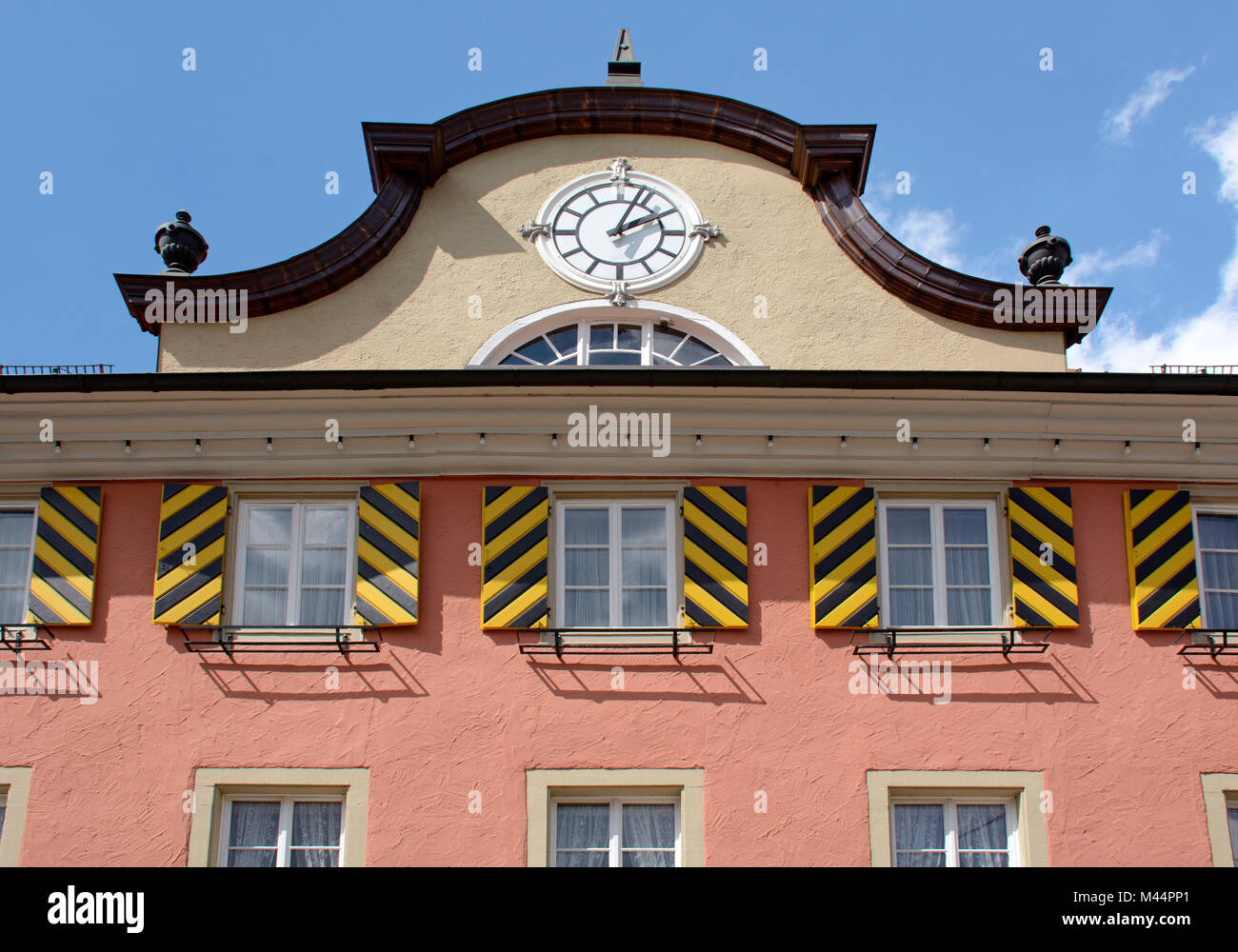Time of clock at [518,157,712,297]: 2:03
